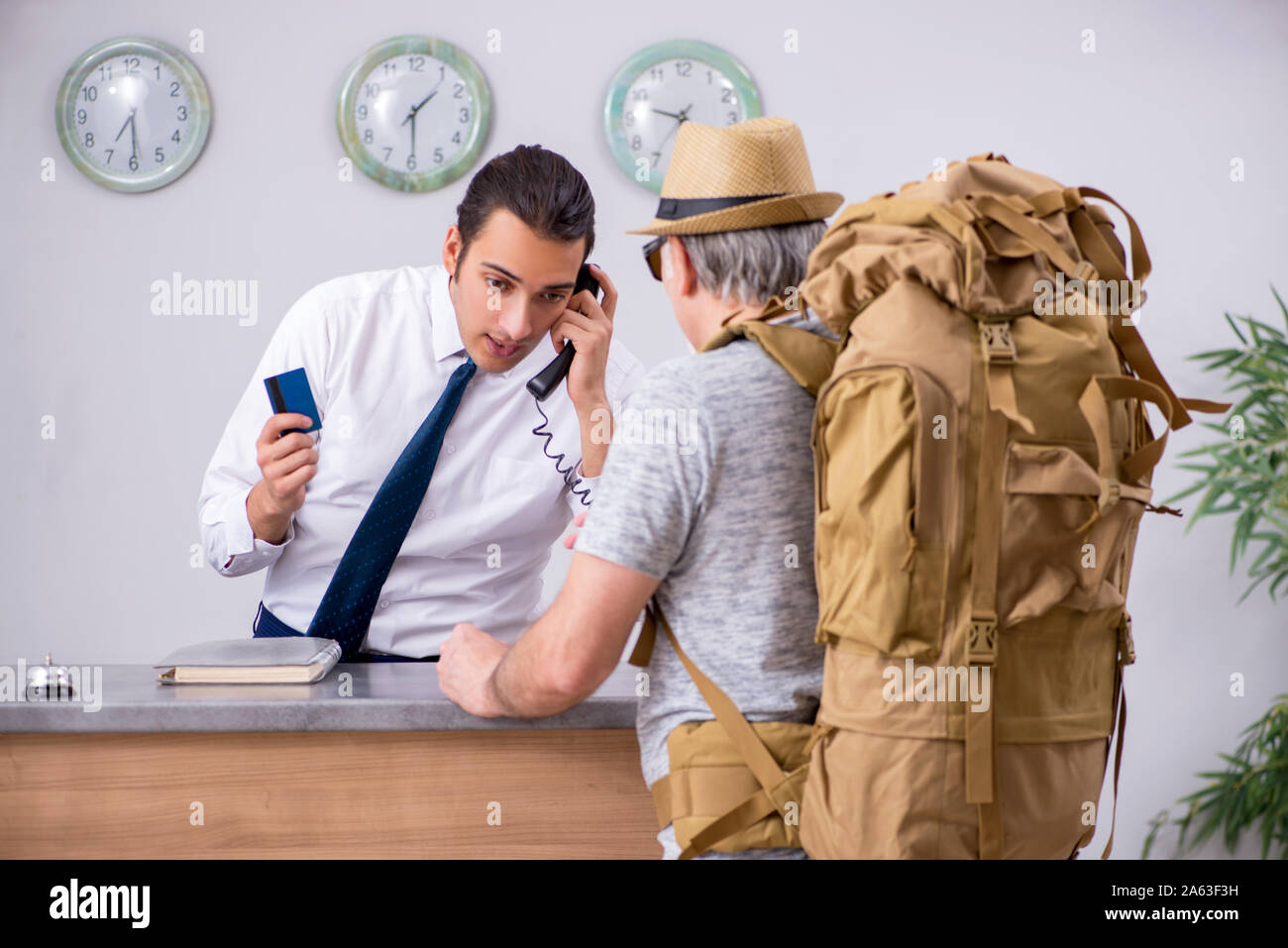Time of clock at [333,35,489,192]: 1:29
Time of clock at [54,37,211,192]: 6:29
